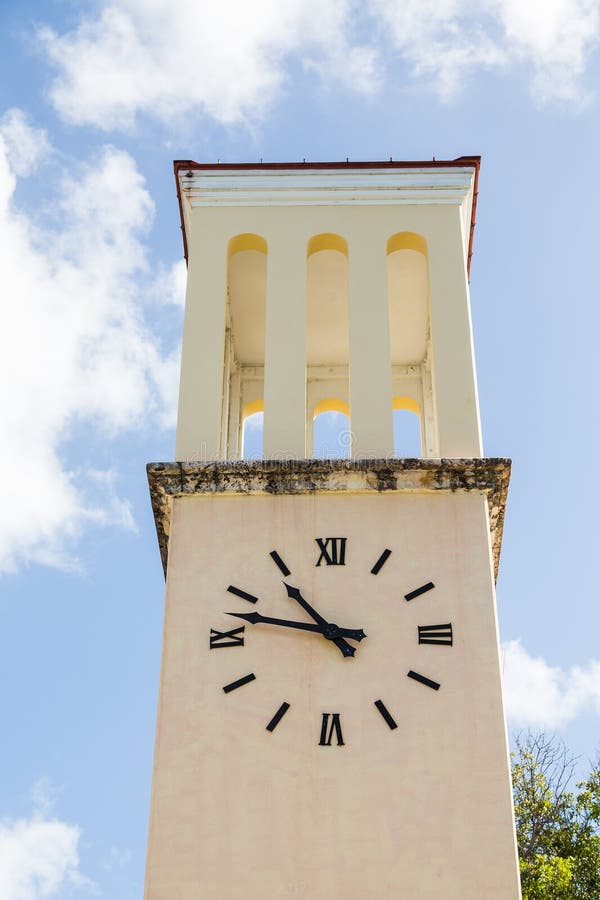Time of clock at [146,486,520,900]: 10:47
